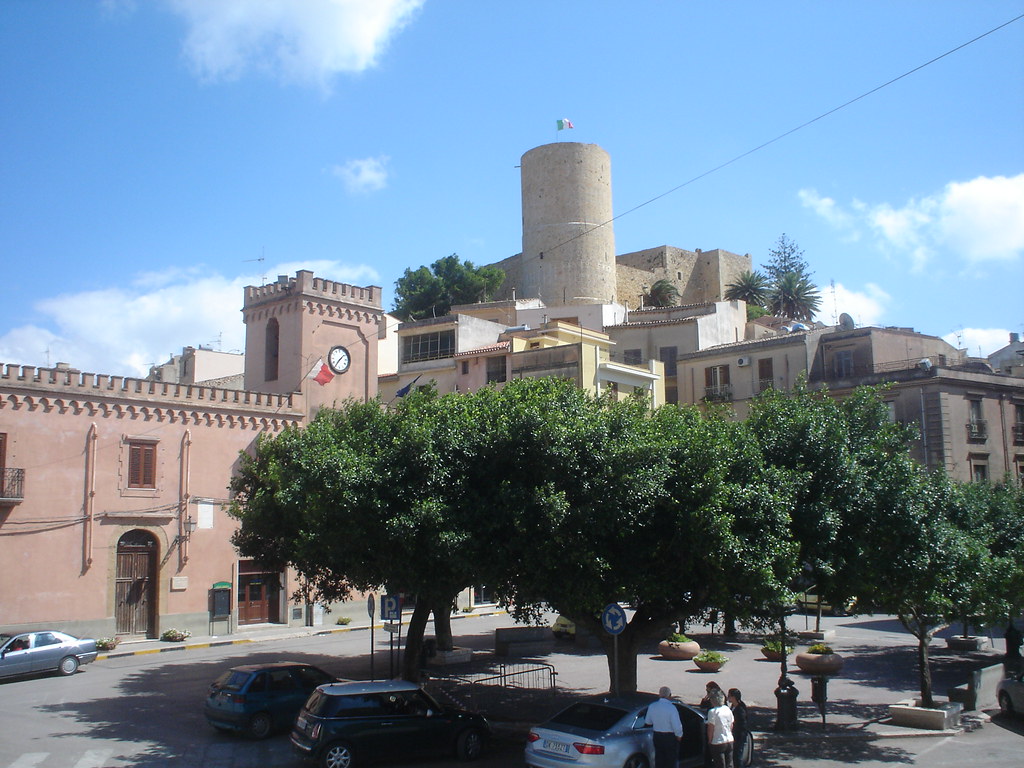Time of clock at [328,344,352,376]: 1:36
